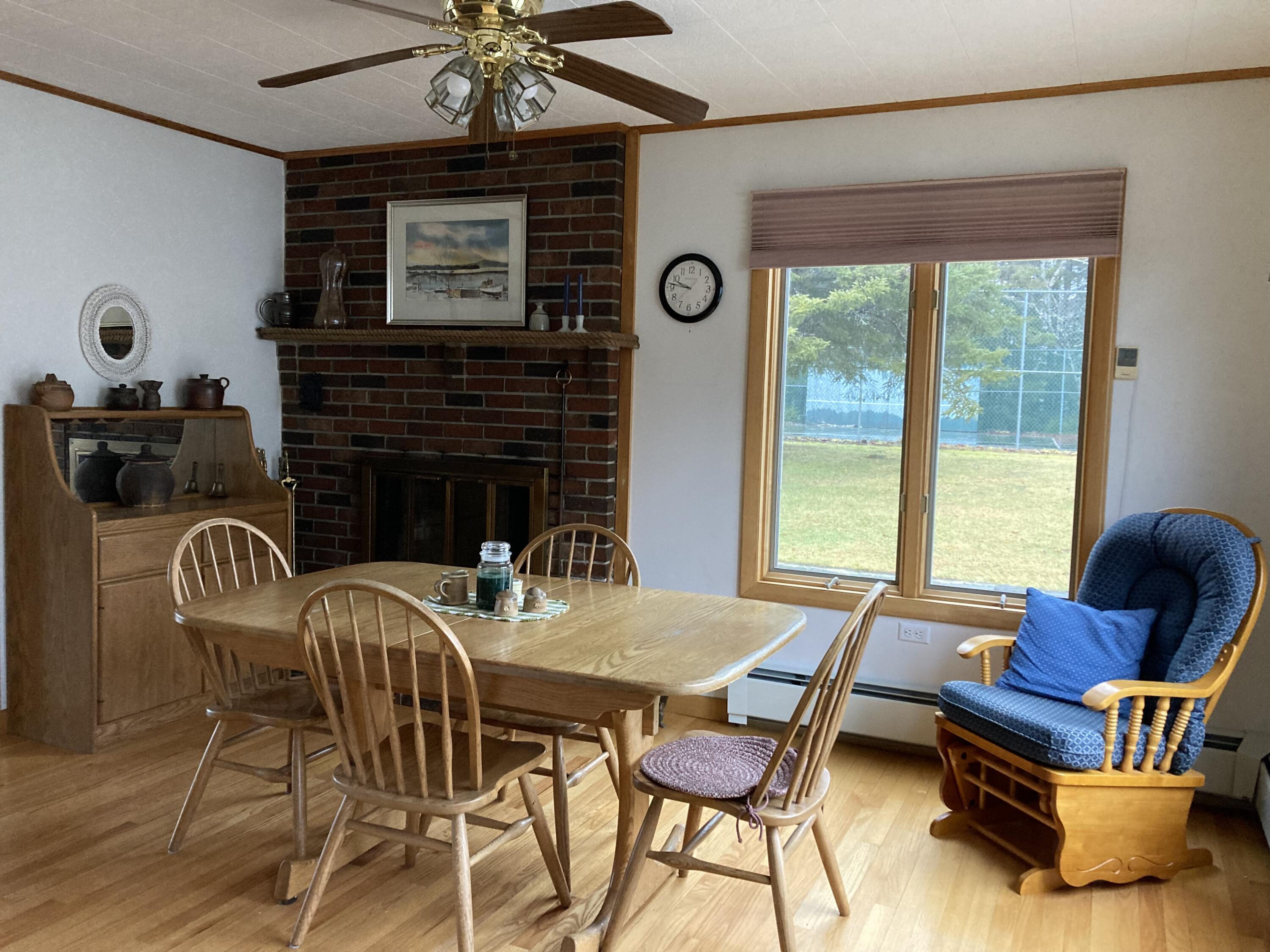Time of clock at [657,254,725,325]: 9:46
